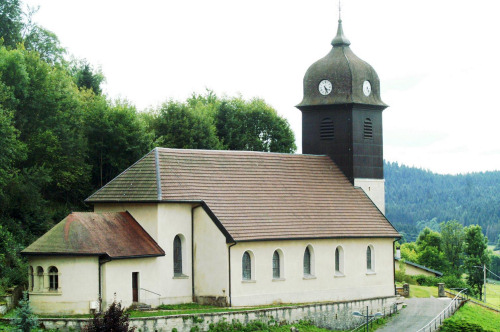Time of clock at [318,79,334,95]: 4:26
